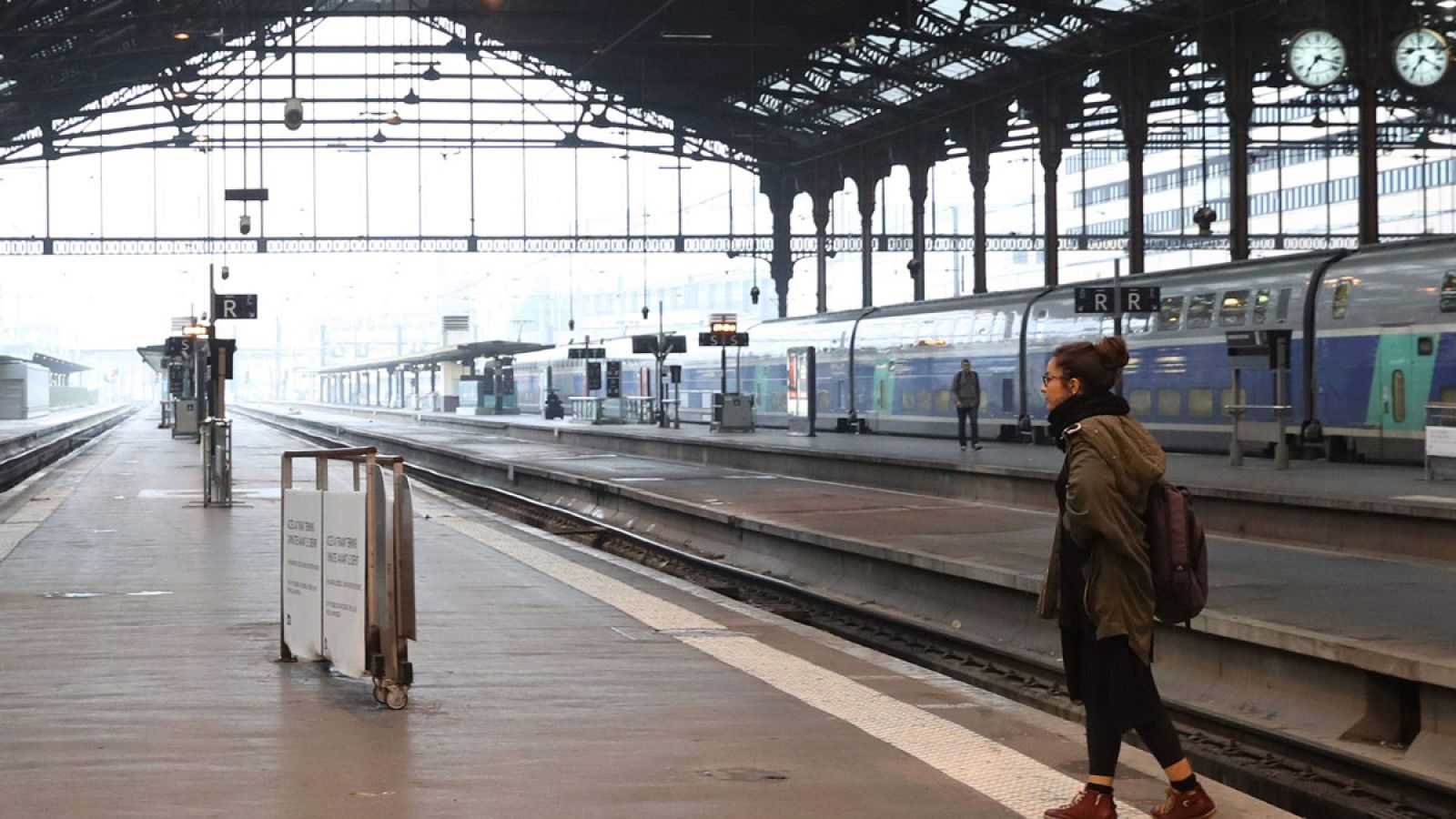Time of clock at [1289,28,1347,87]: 7:17
